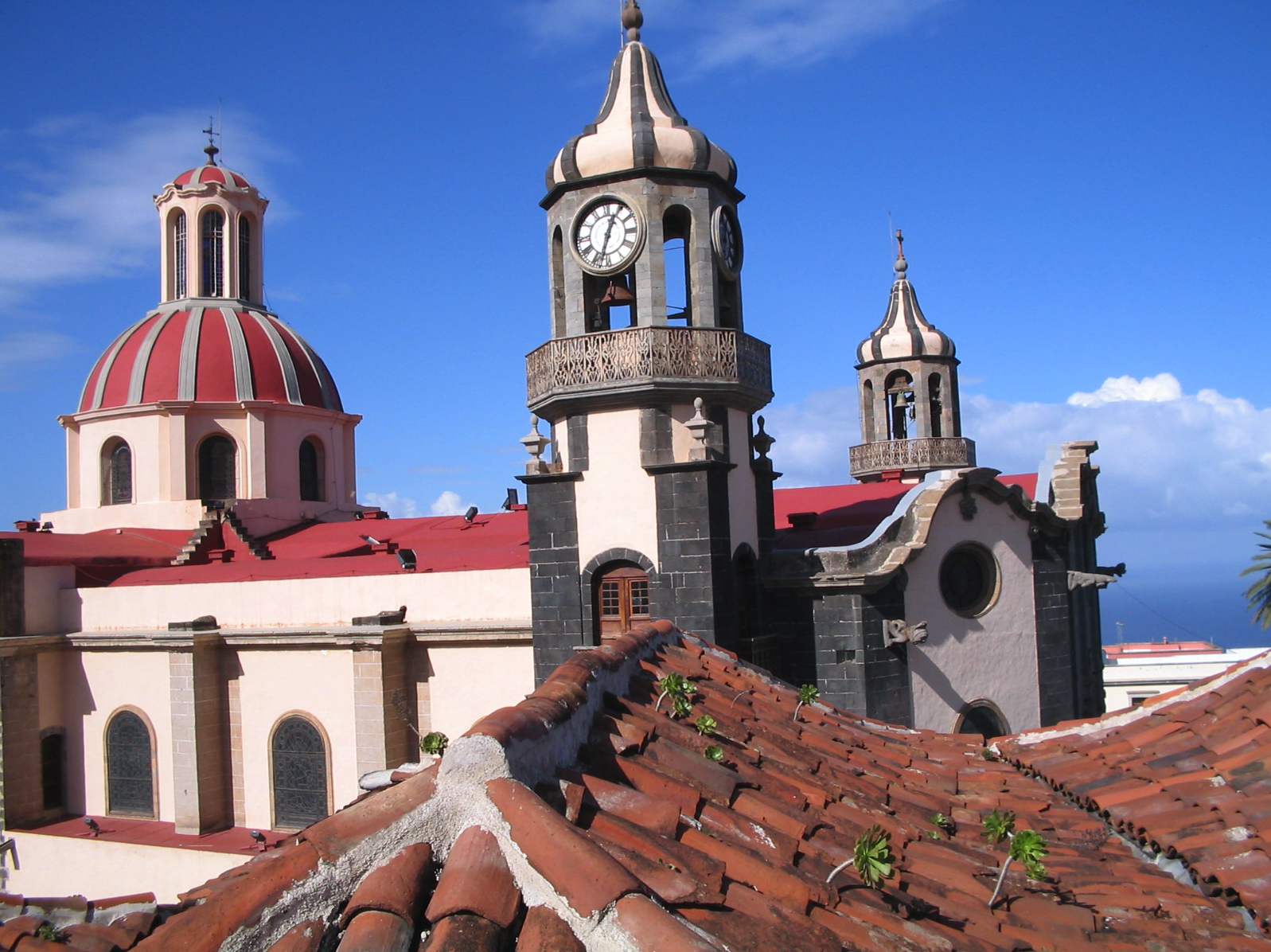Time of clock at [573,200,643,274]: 12:32
